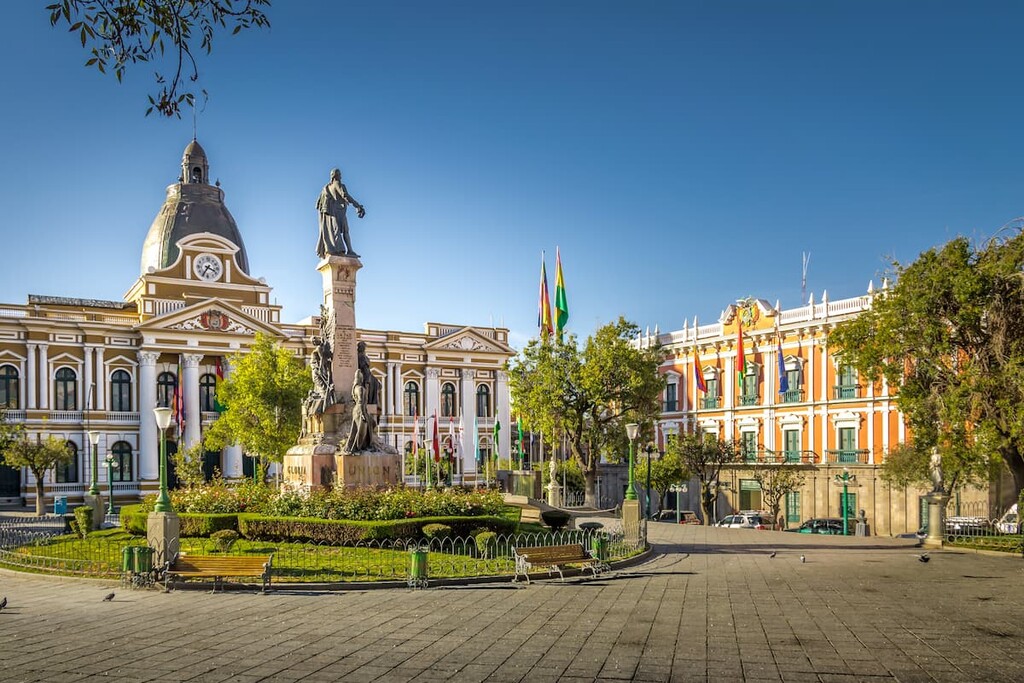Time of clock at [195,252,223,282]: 3:35
